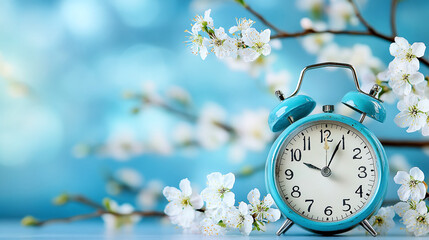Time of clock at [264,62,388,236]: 10:04
